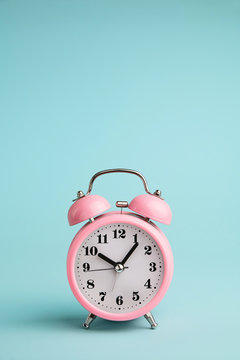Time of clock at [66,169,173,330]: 10:06
